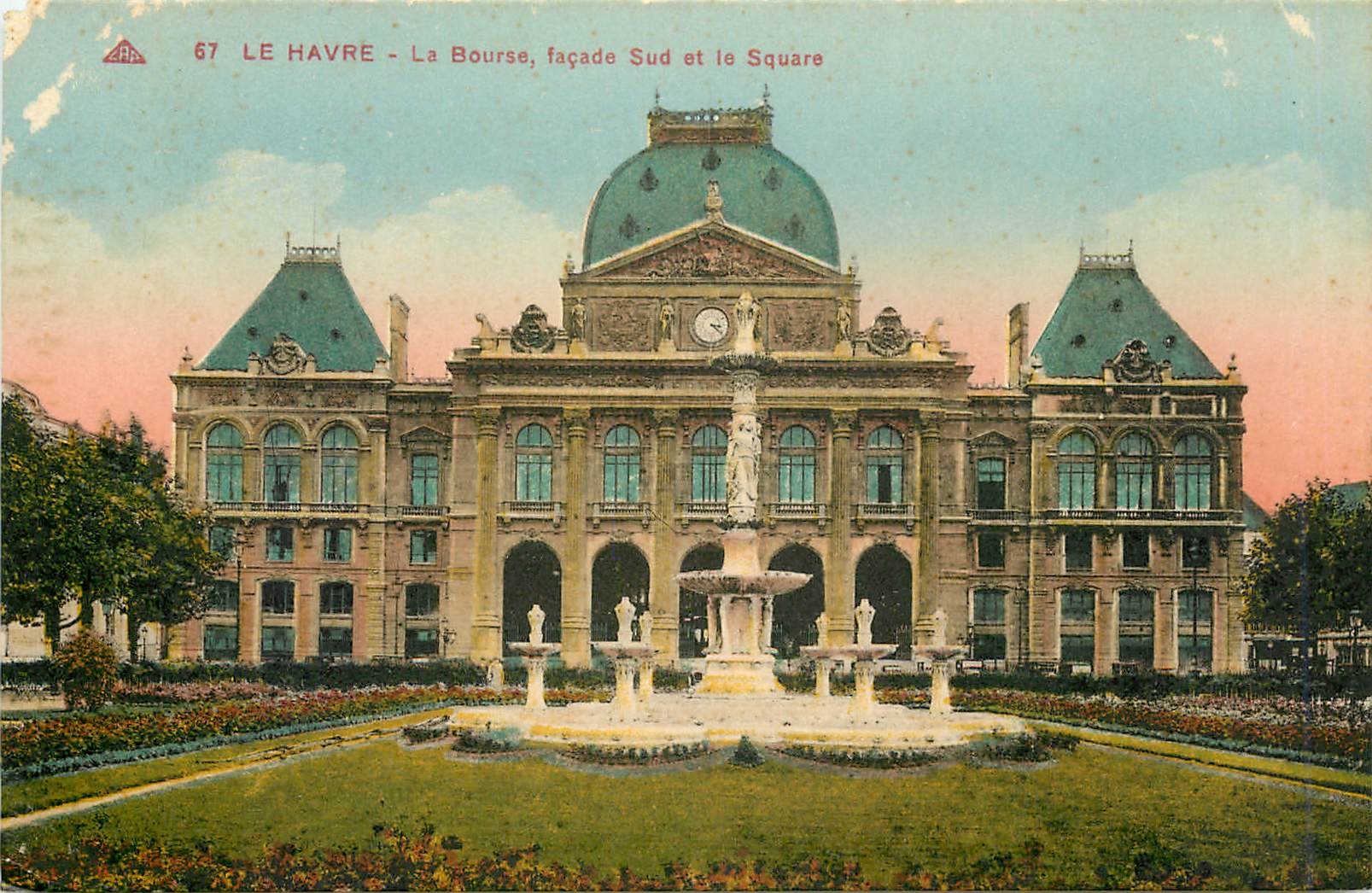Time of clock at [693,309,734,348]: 3:21
